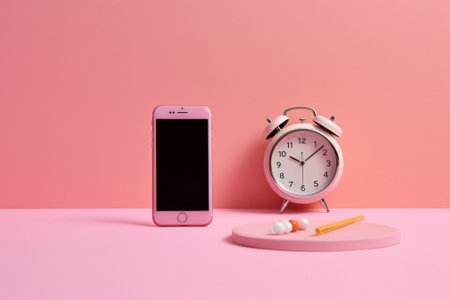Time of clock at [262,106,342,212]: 10:08
